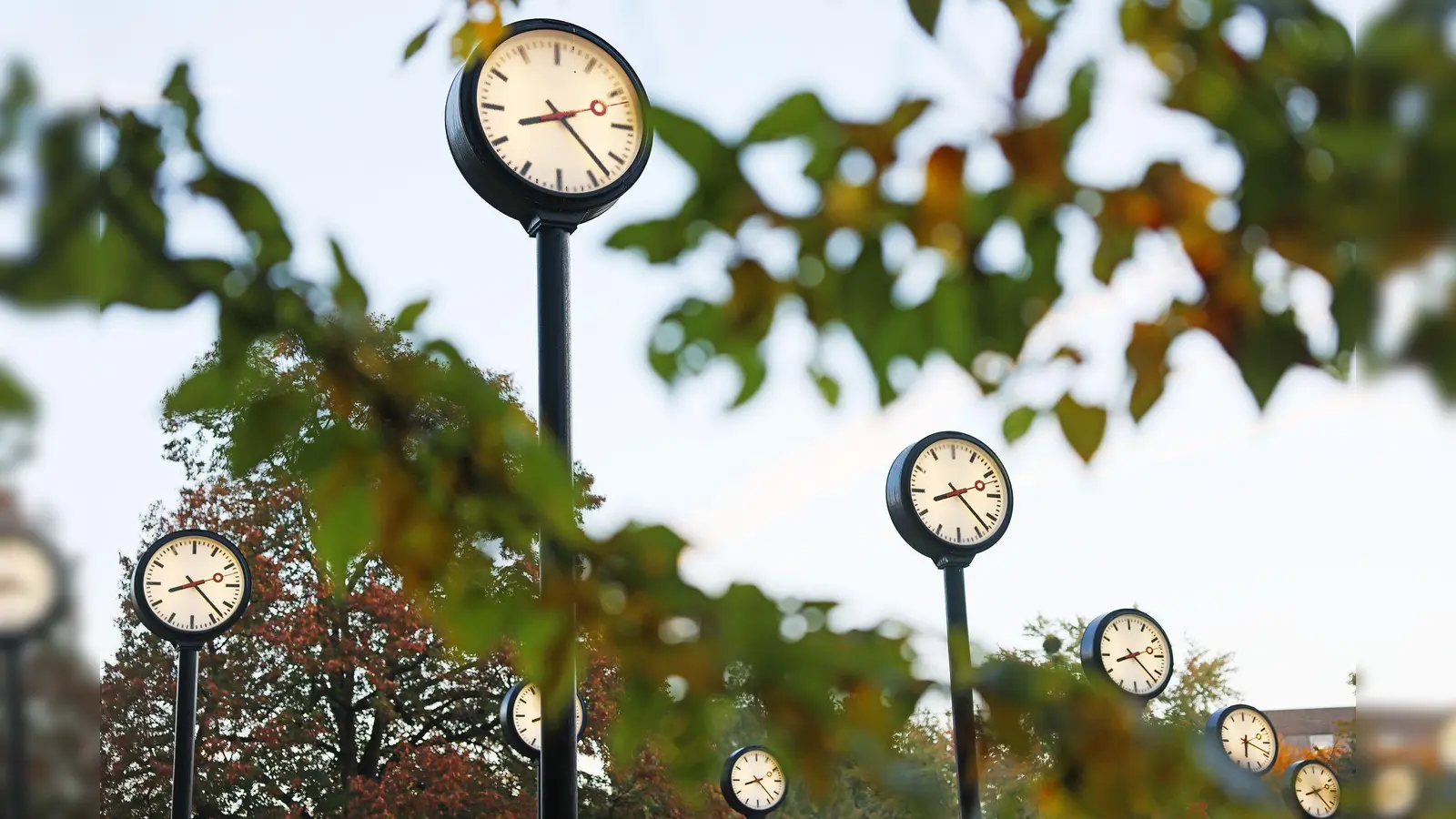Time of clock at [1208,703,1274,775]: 6:18
